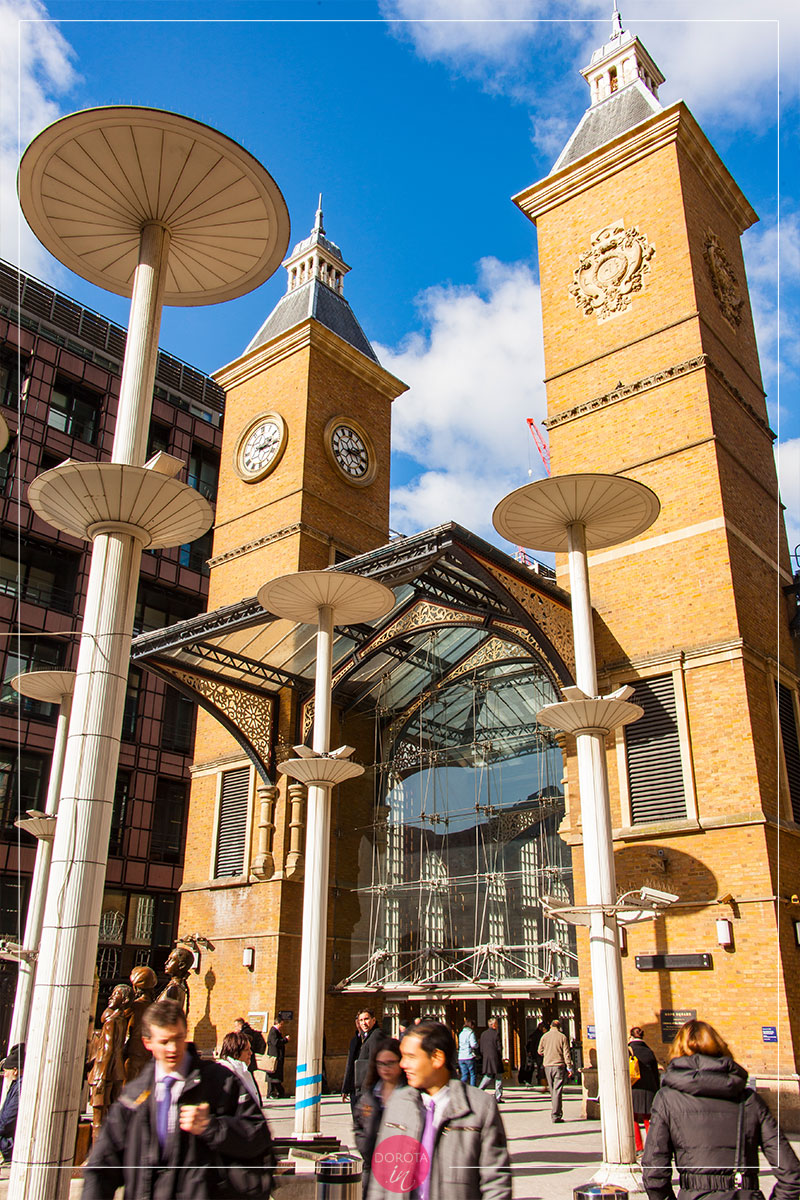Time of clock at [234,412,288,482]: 2:15
